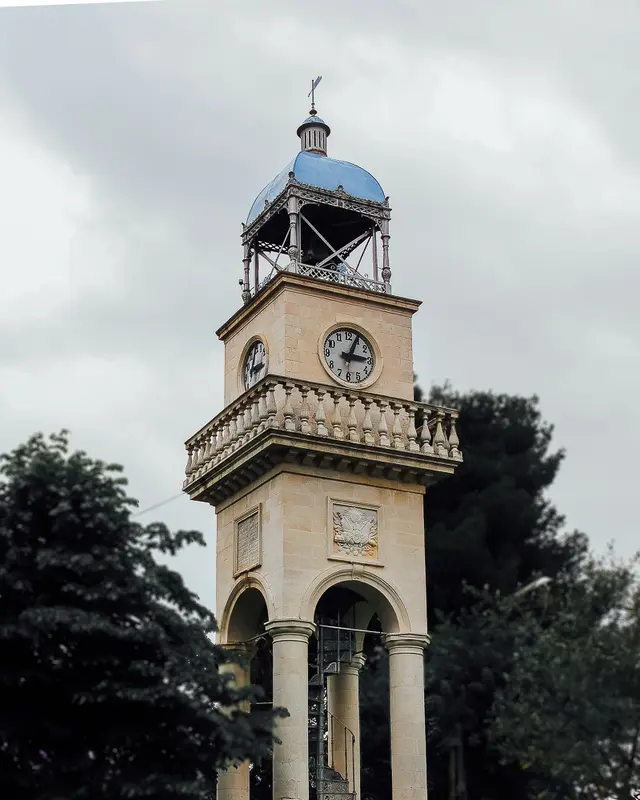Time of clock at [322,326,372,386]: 3:04
